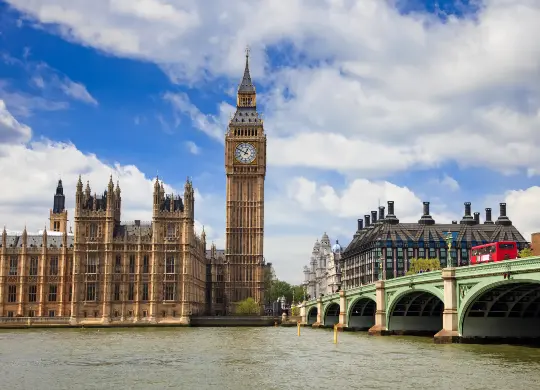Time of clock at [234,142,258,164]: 12:49
